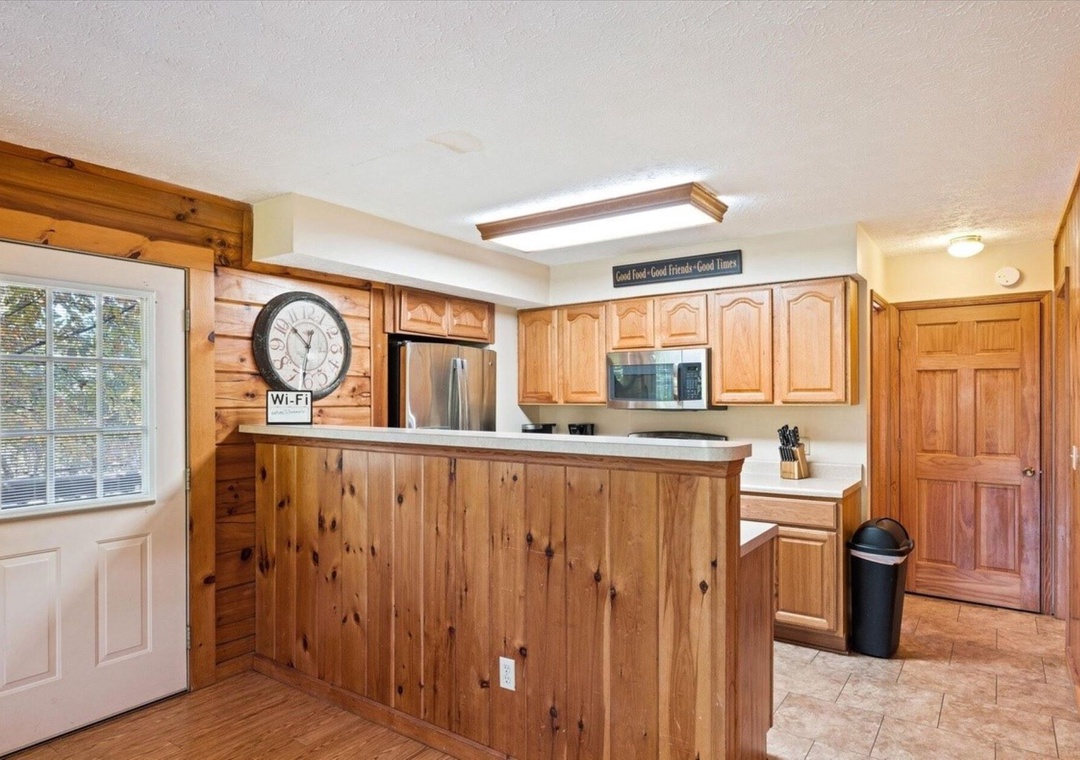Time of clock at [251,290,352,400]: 10:31
